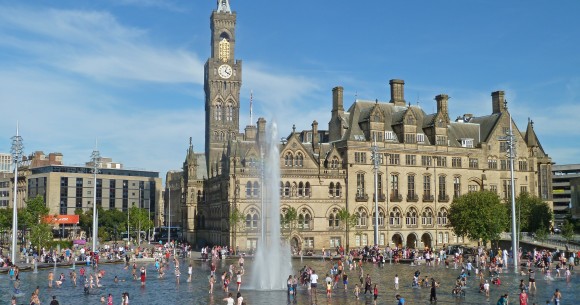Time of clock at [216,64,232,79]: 4:03
